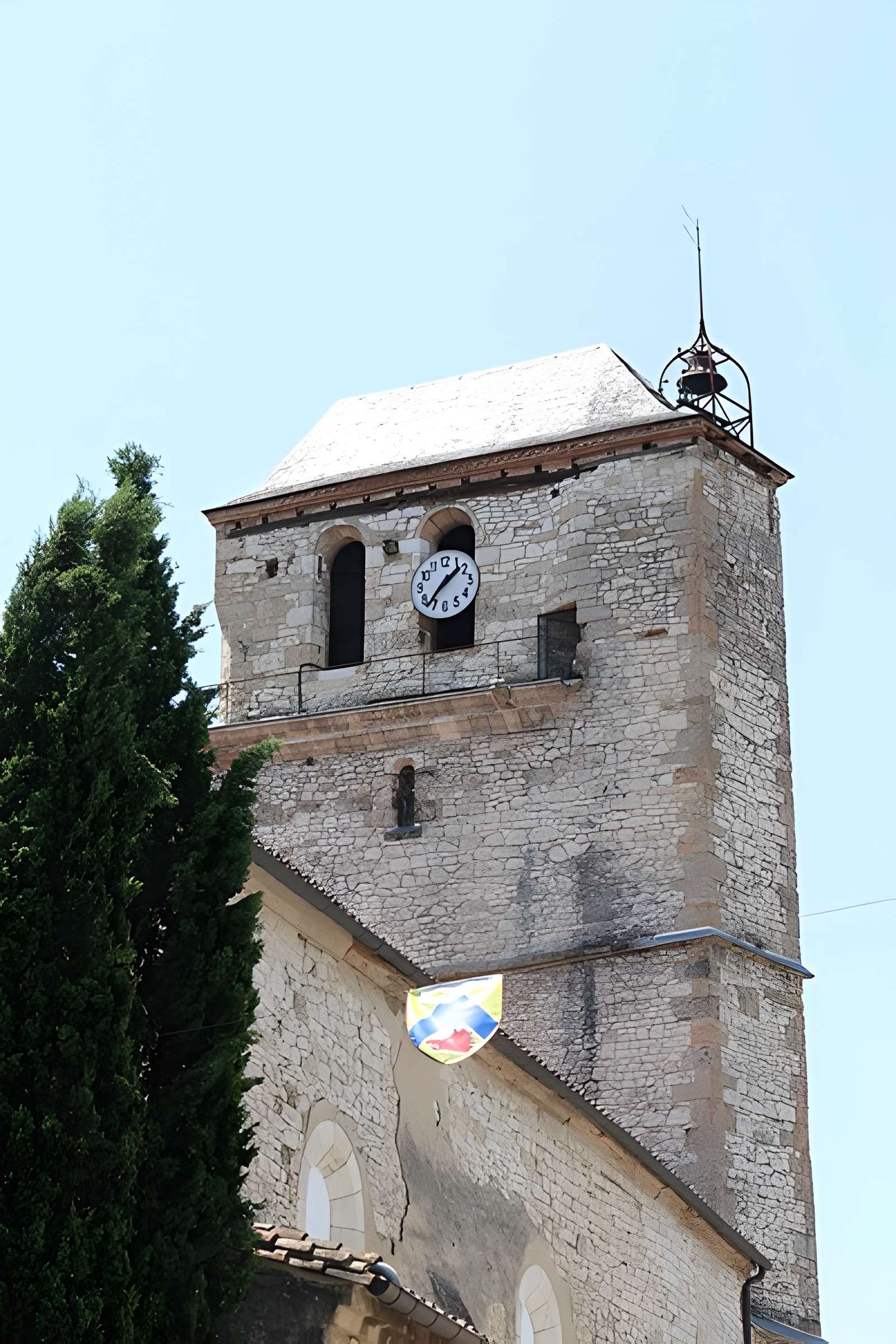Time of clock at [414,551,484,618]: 1:36
